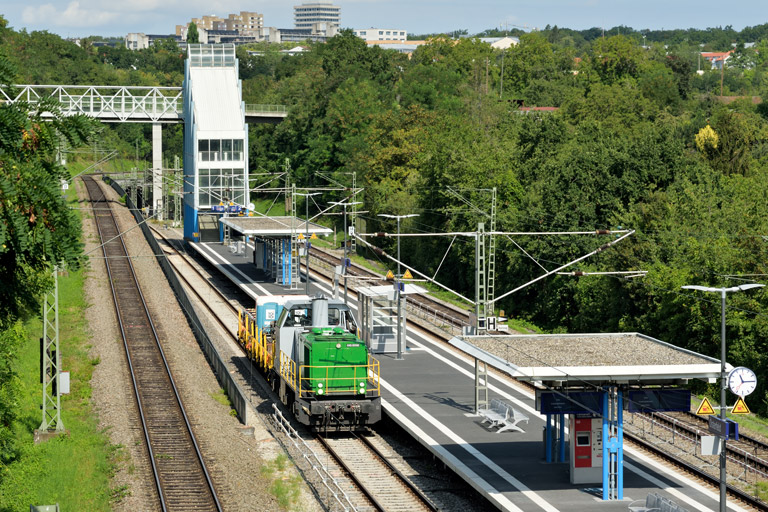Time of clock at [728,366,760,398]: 11:14
